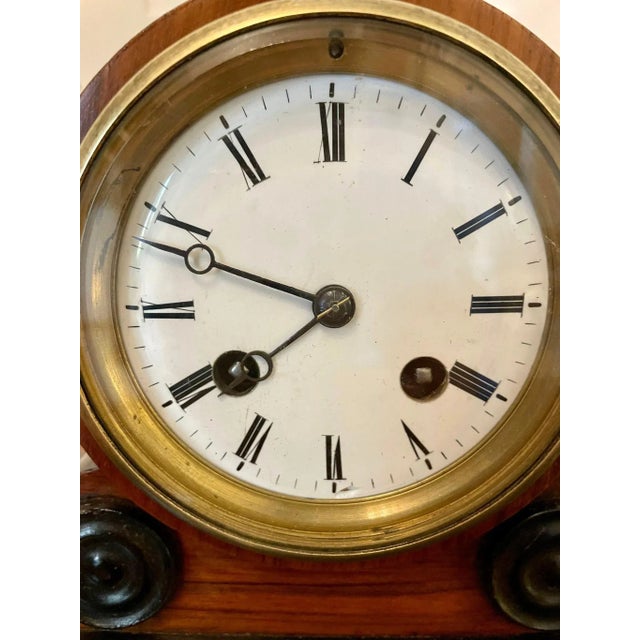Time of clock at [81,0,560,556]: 7:48
